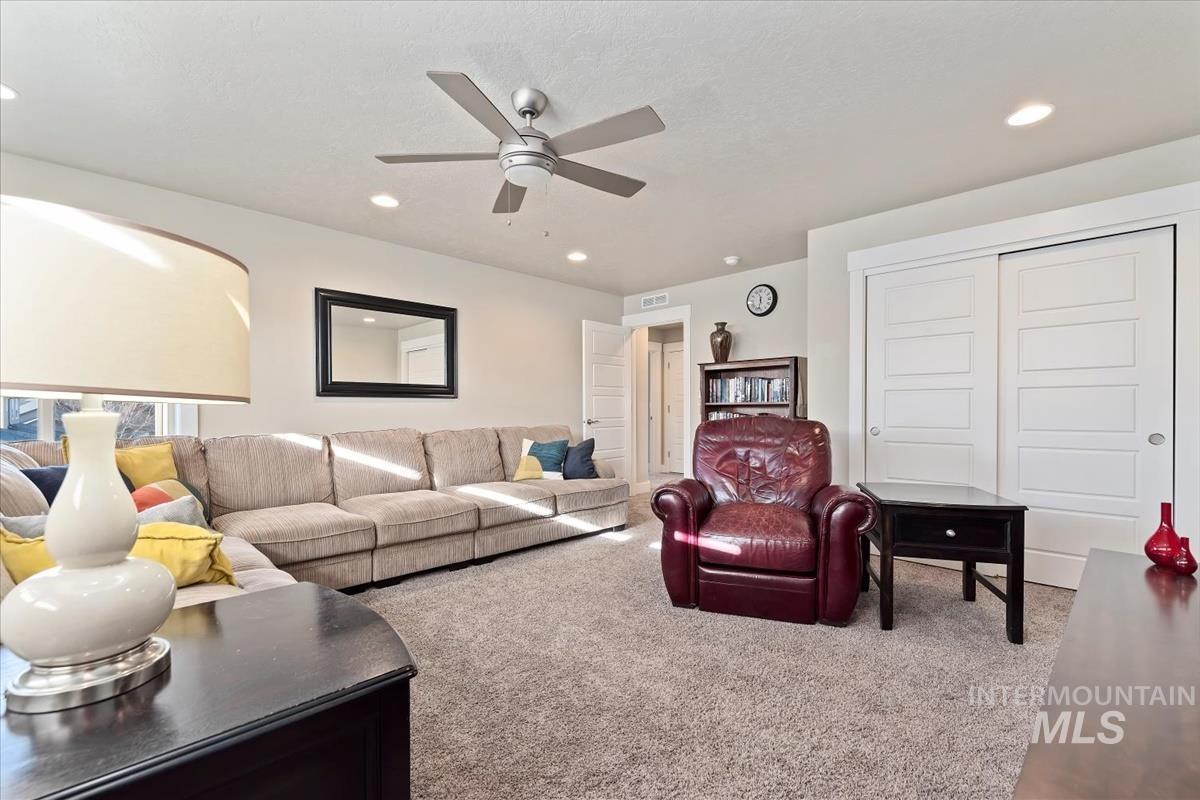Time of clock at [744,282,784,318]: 11:31
